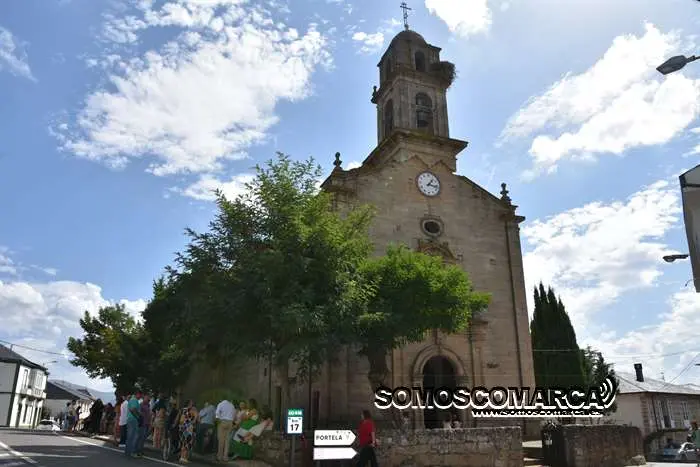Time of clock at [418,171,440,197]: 1:16
